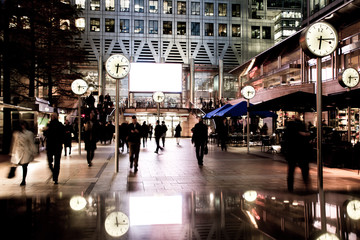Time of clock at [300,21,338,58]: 6:14
